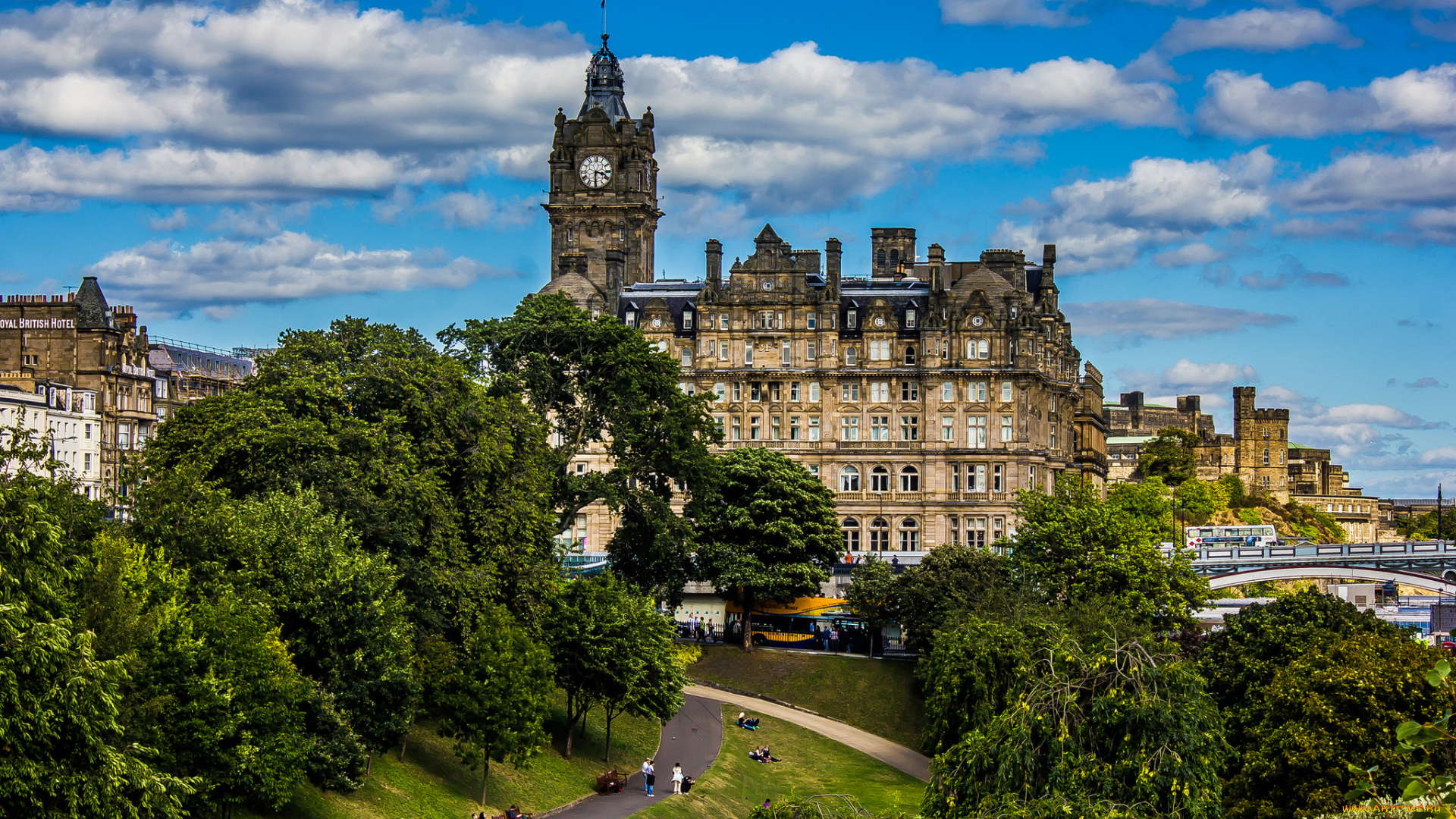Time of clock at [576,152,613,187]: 3:30
